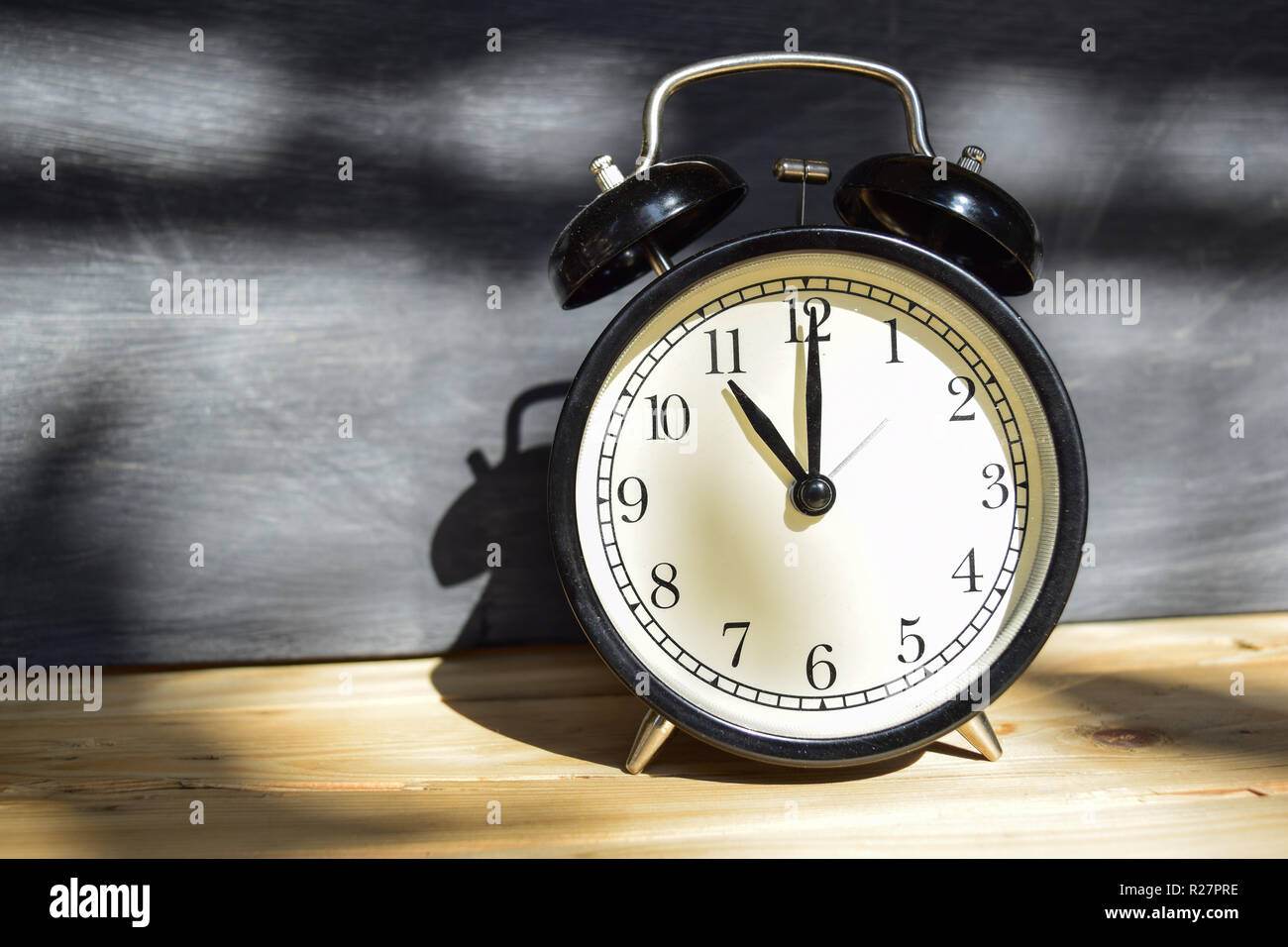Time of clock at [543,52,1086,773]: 11:00
